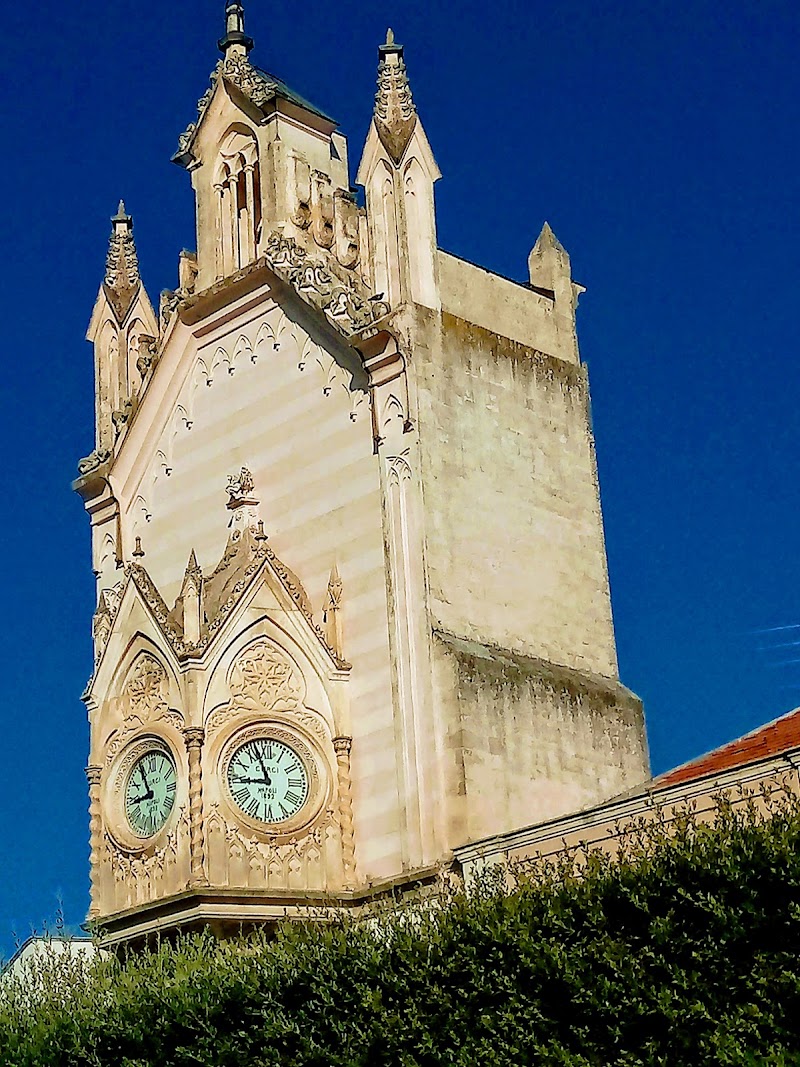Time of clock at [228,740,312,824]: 8:56
